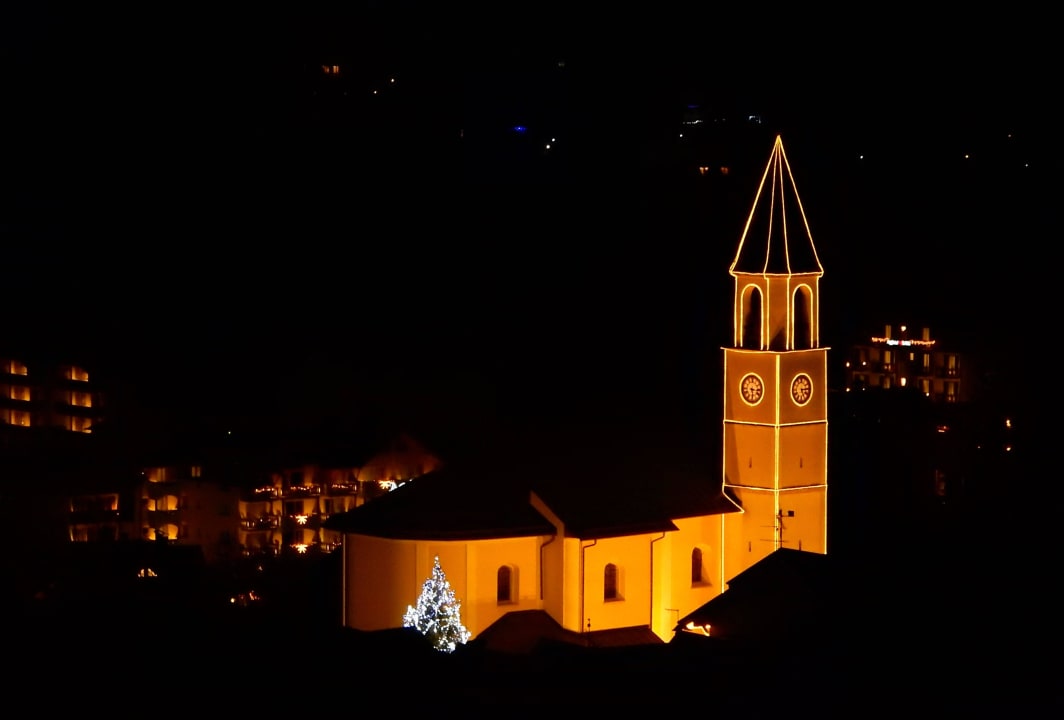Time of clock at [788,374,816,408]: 5:14
